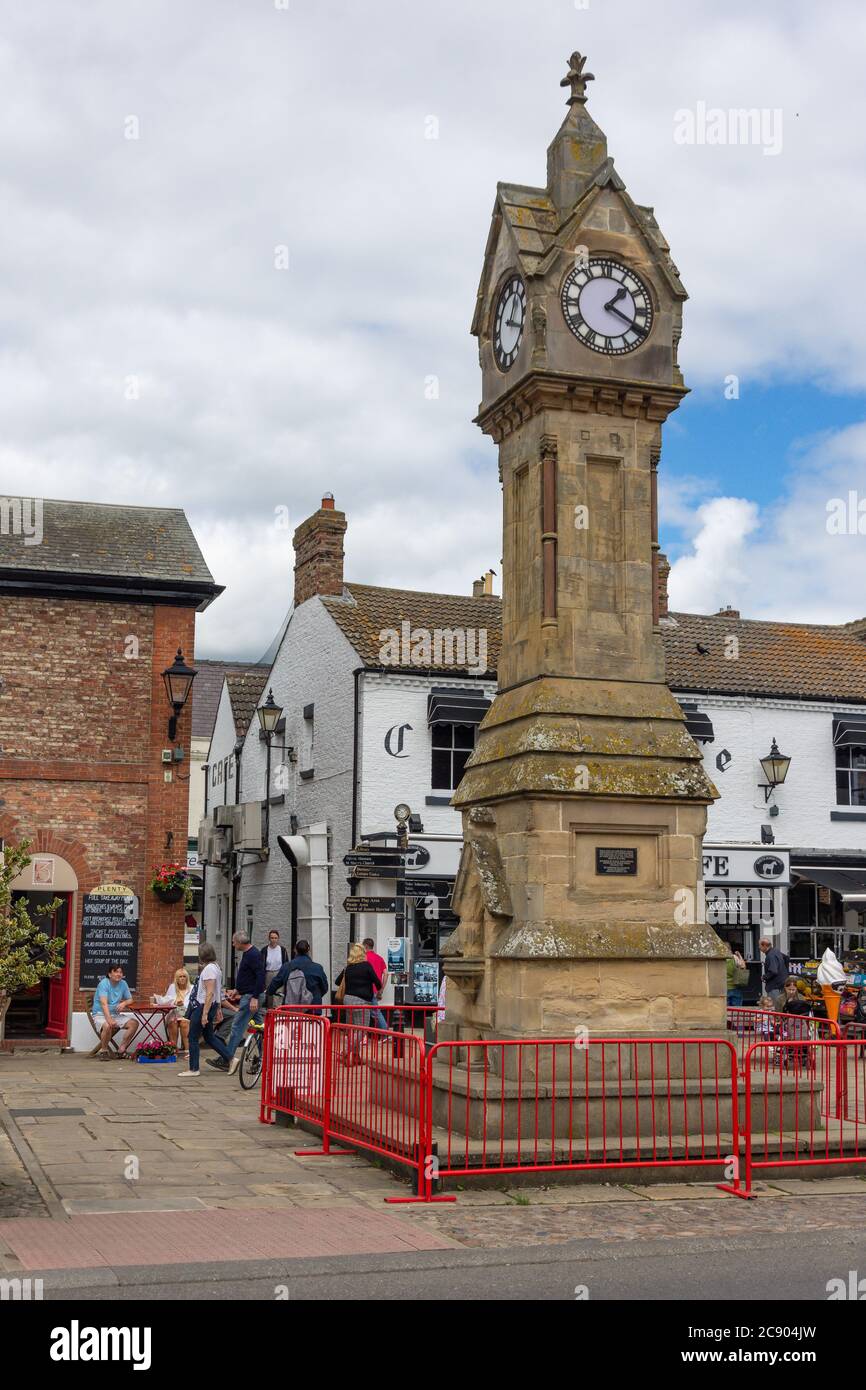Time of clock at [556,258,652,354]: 1:19
